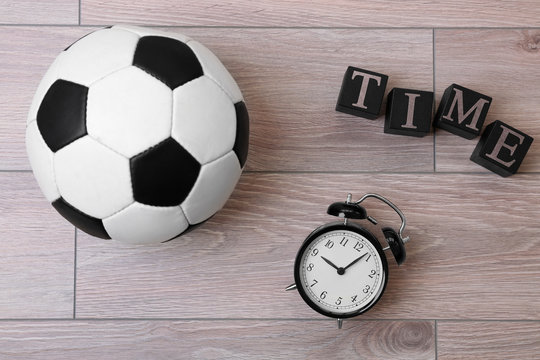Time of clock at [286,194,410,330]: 10:08
